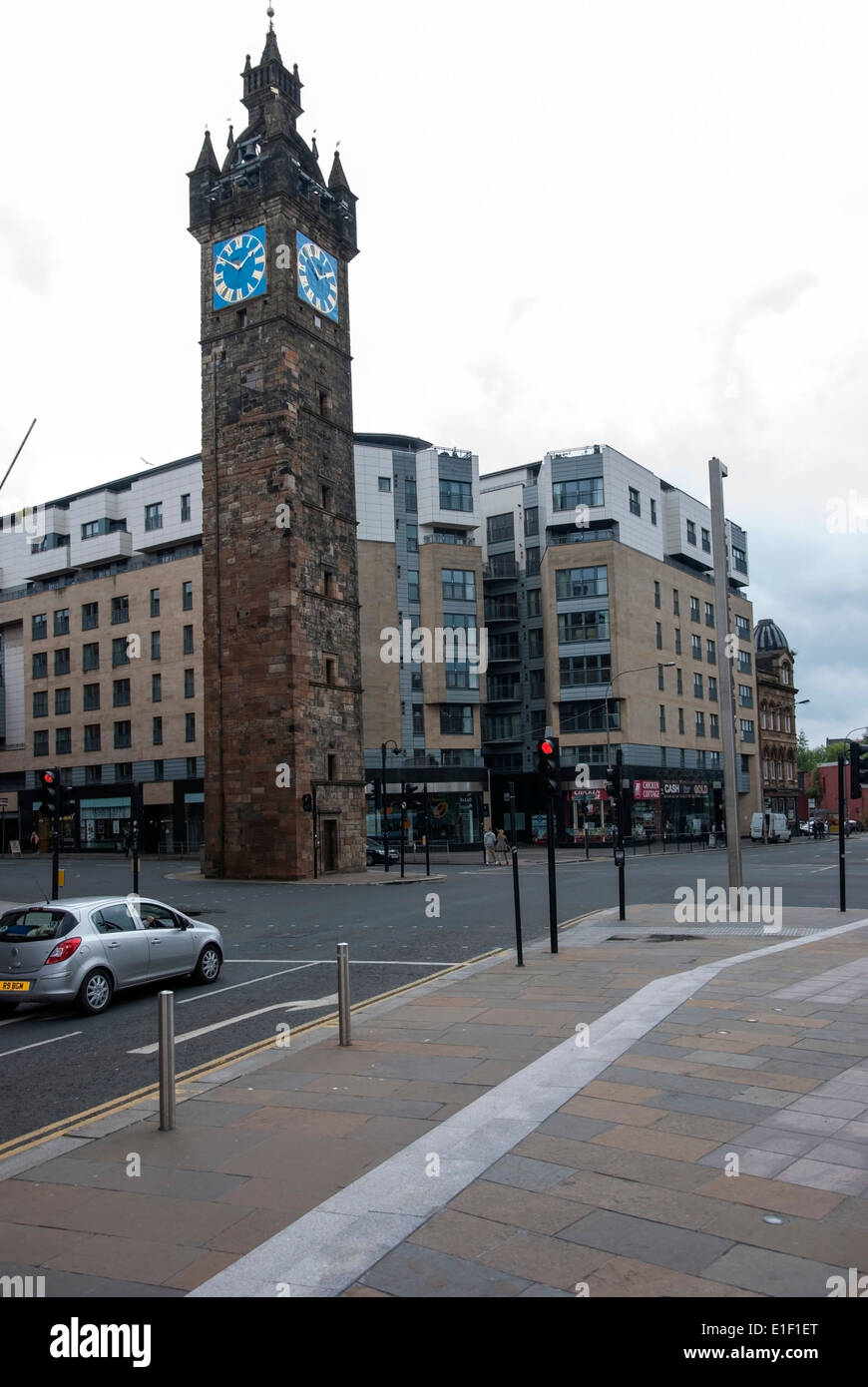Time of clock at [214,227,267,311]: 1:50
